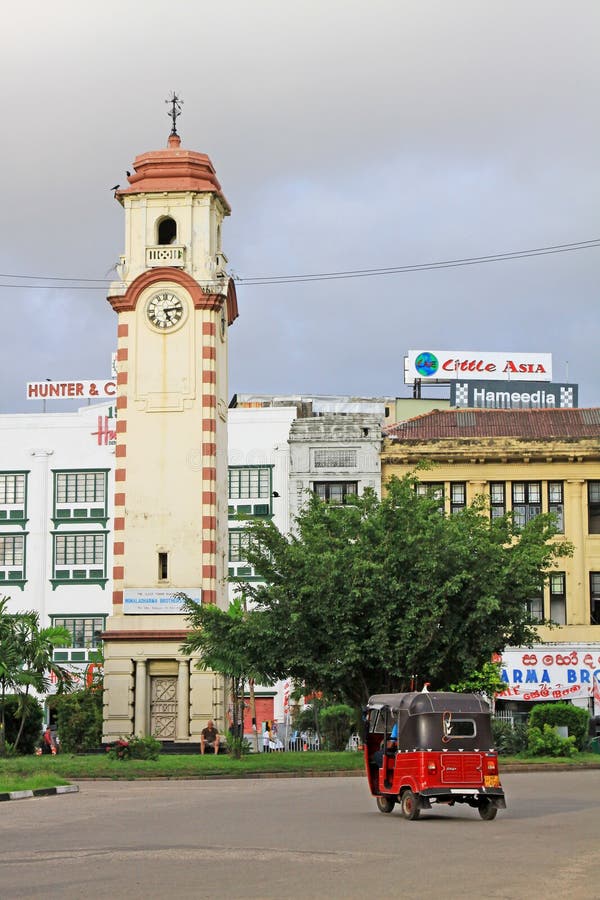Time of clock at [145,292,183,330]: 5:13
